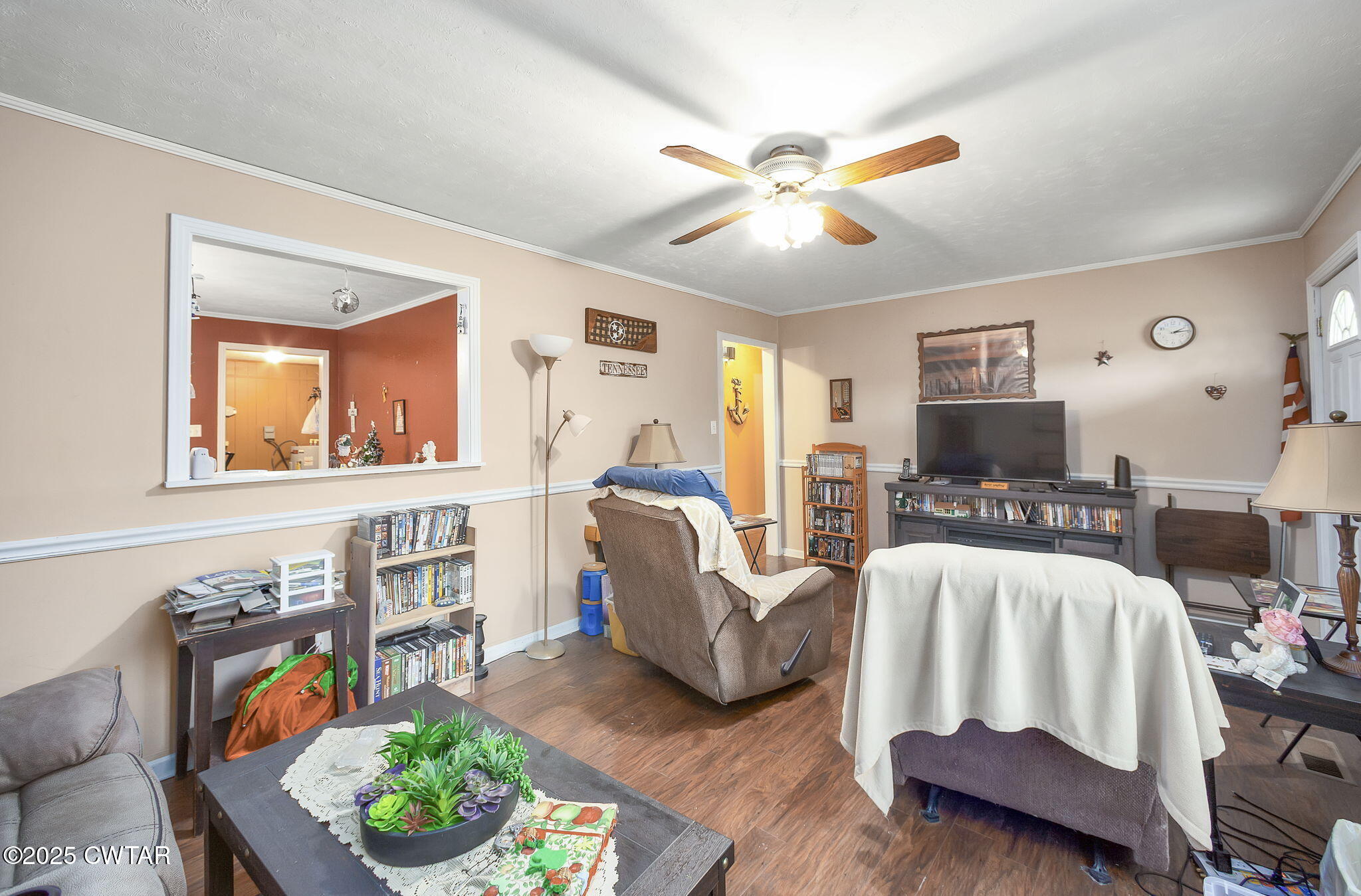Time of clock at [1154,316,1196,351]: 2:14
